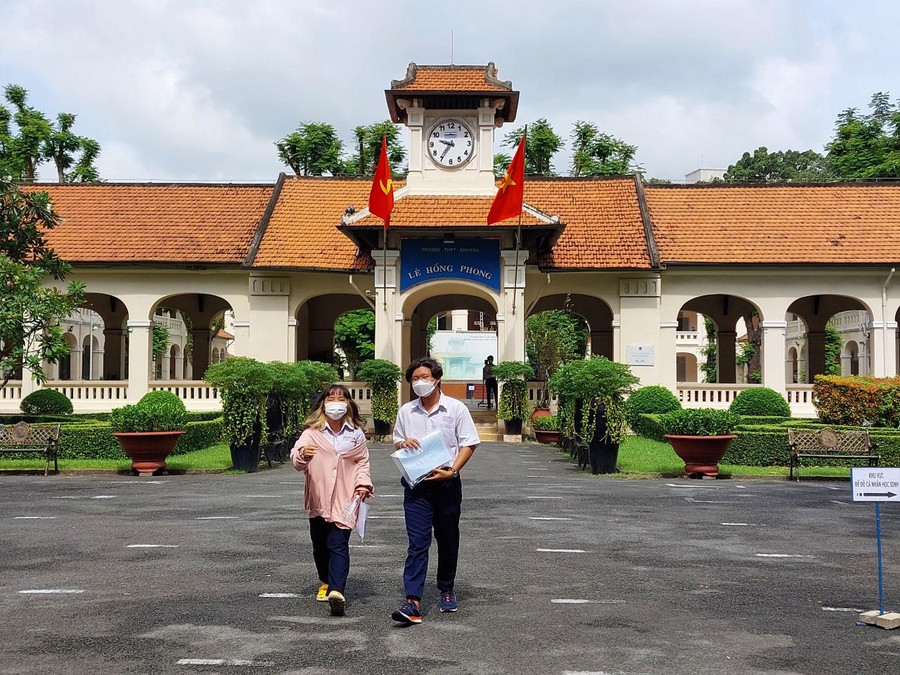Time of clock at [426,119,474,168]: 9:36
